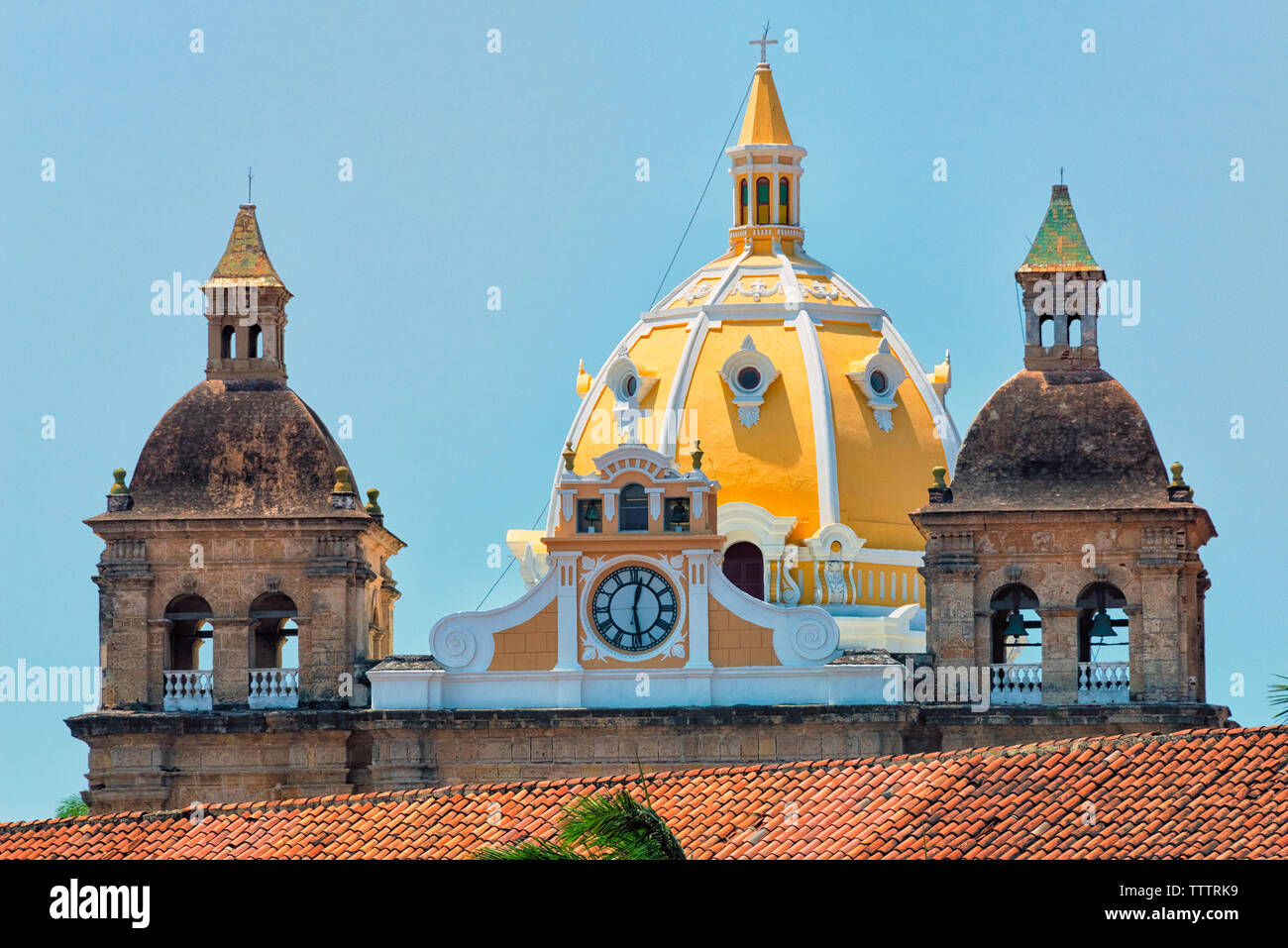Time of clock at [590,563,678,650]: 12:28
